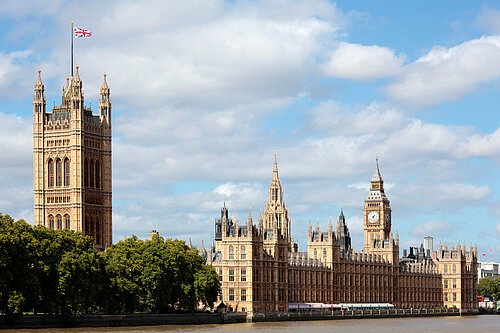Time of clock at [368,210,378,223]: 1:27
